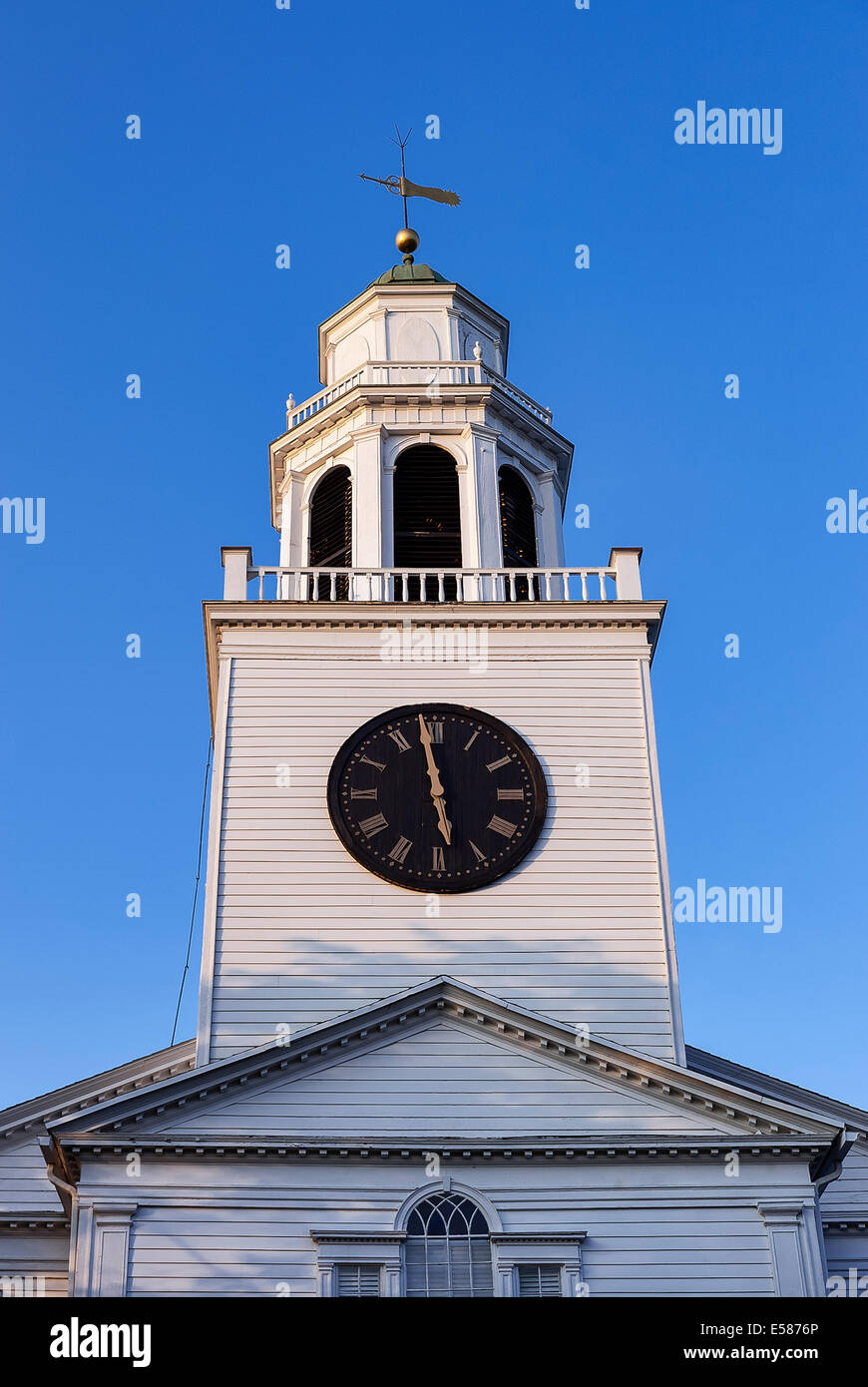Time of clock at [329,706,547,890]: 5:58
